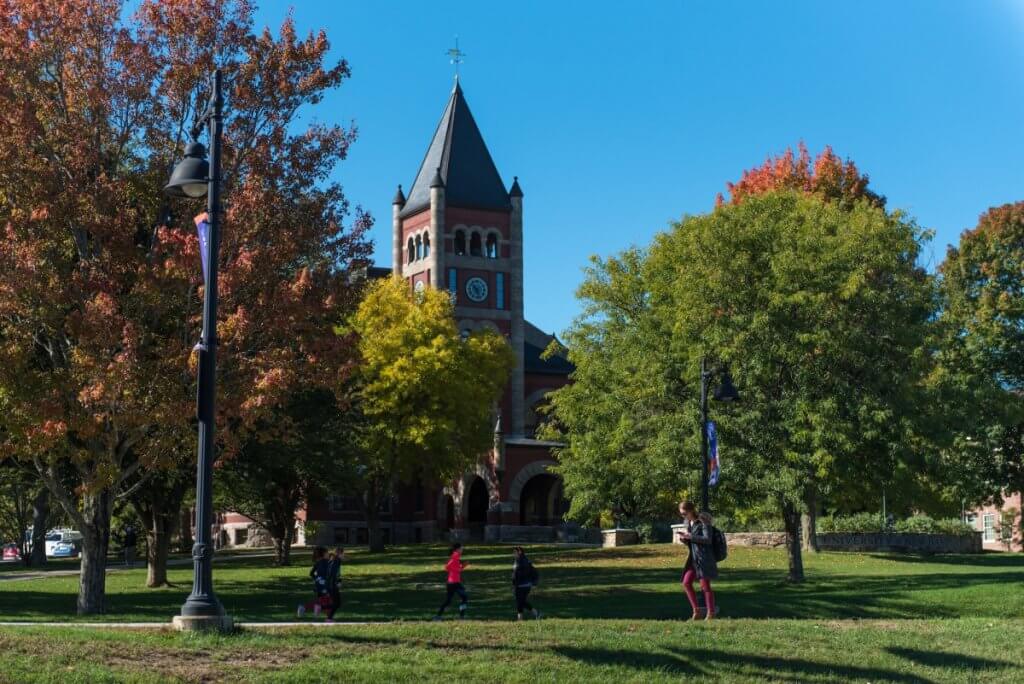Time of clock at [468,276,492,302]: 10:27
